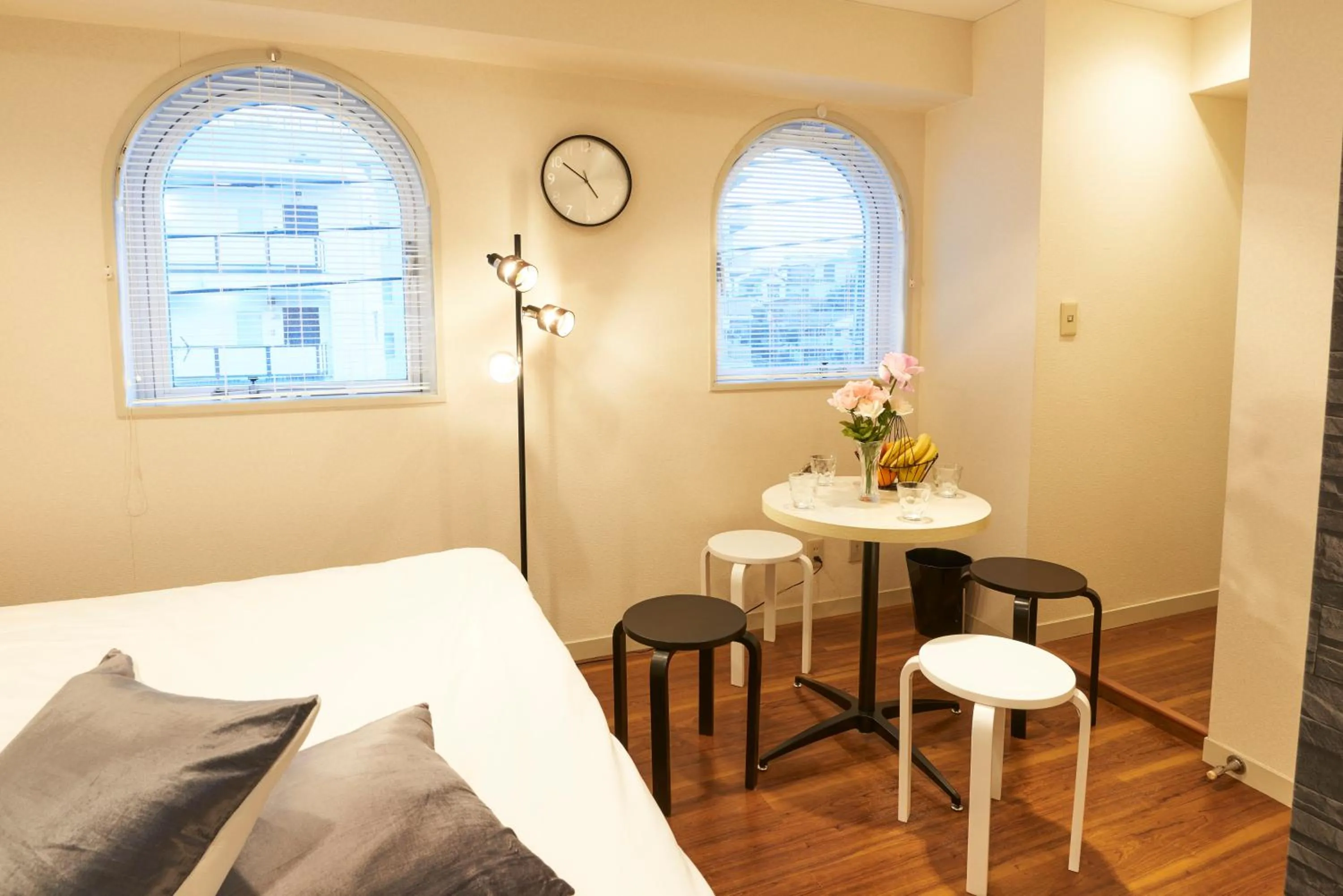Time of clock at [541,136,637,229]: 4:50
